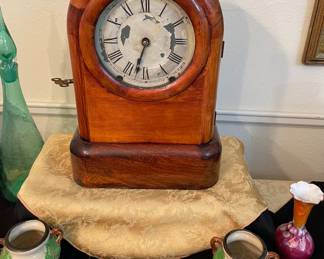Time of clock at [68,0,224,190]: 6:32
